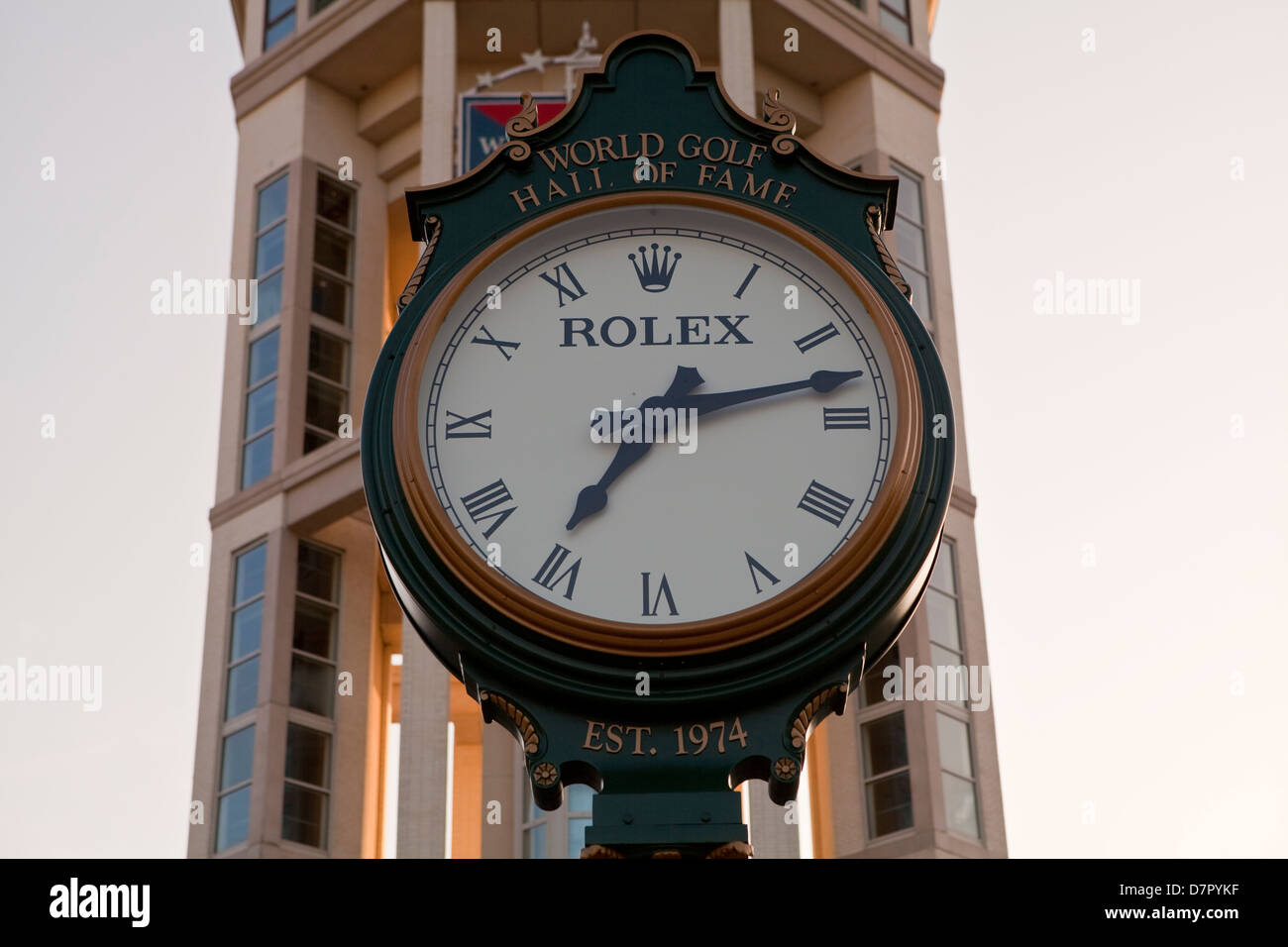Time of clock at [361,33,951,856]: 7:12
